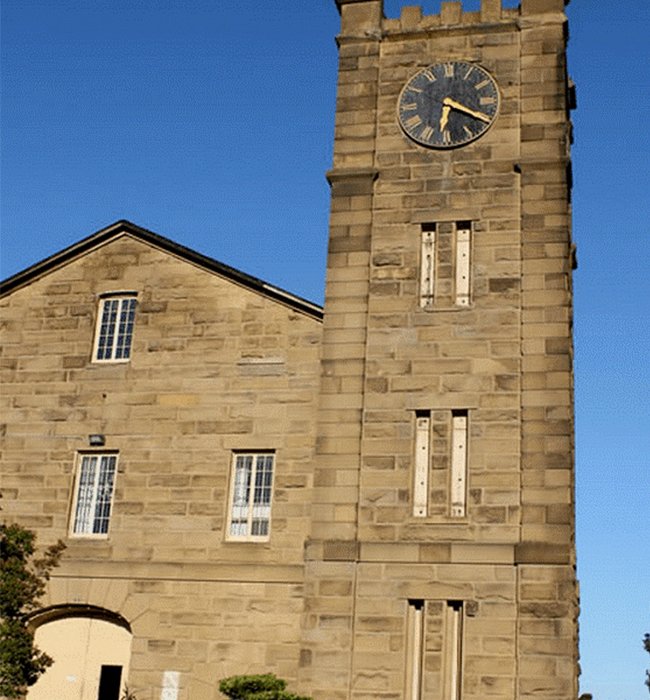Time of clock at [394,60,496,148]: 6:19
